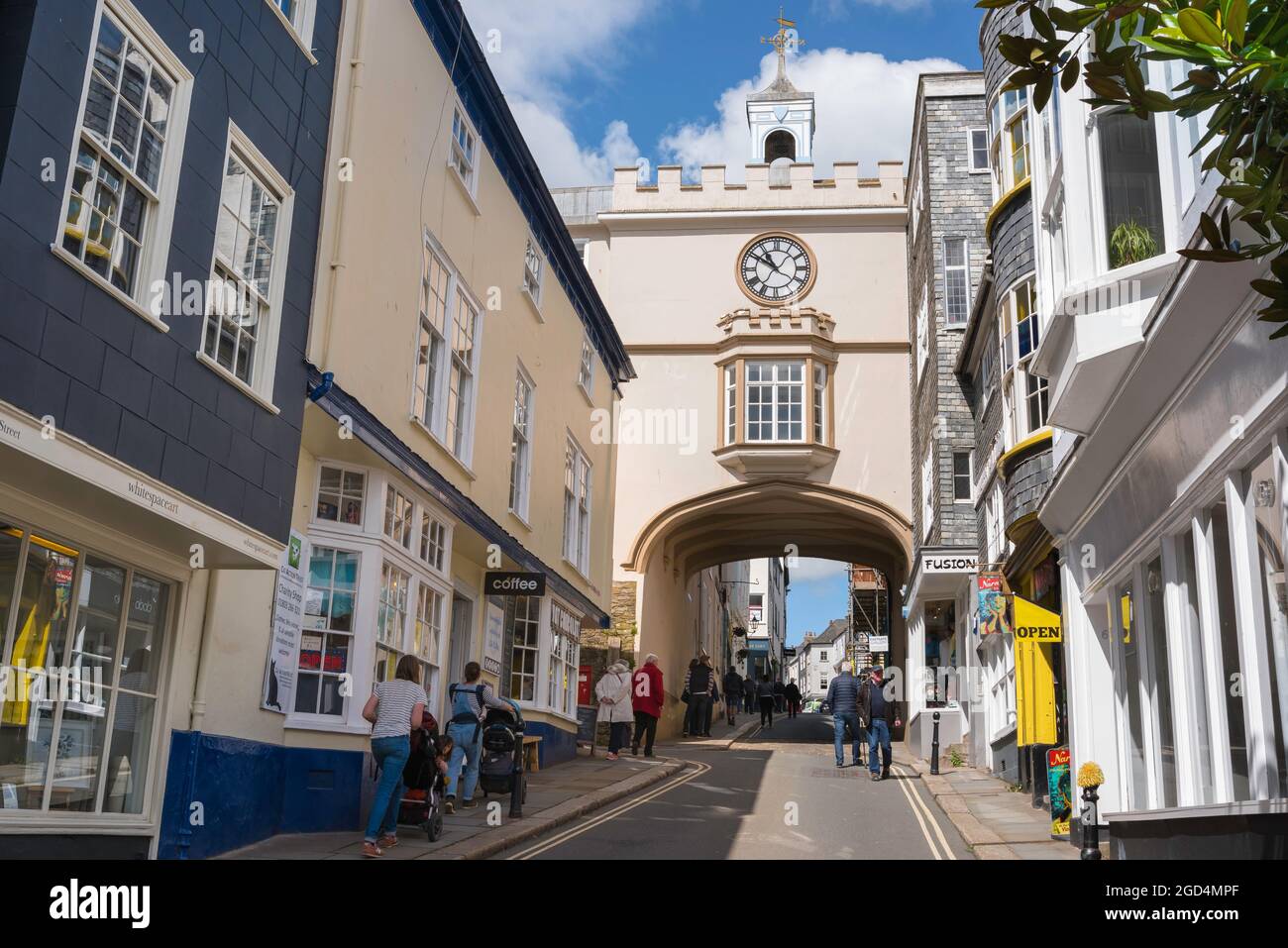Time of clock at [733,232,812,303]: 10:50
